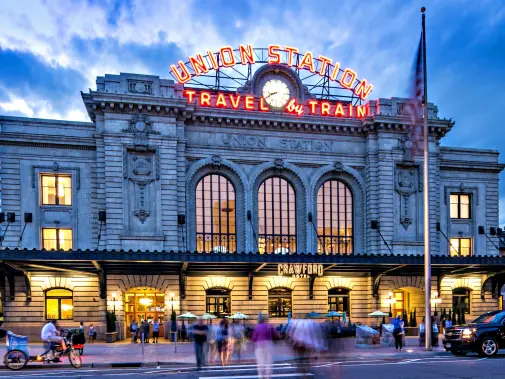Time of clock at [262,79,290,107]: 8:40
